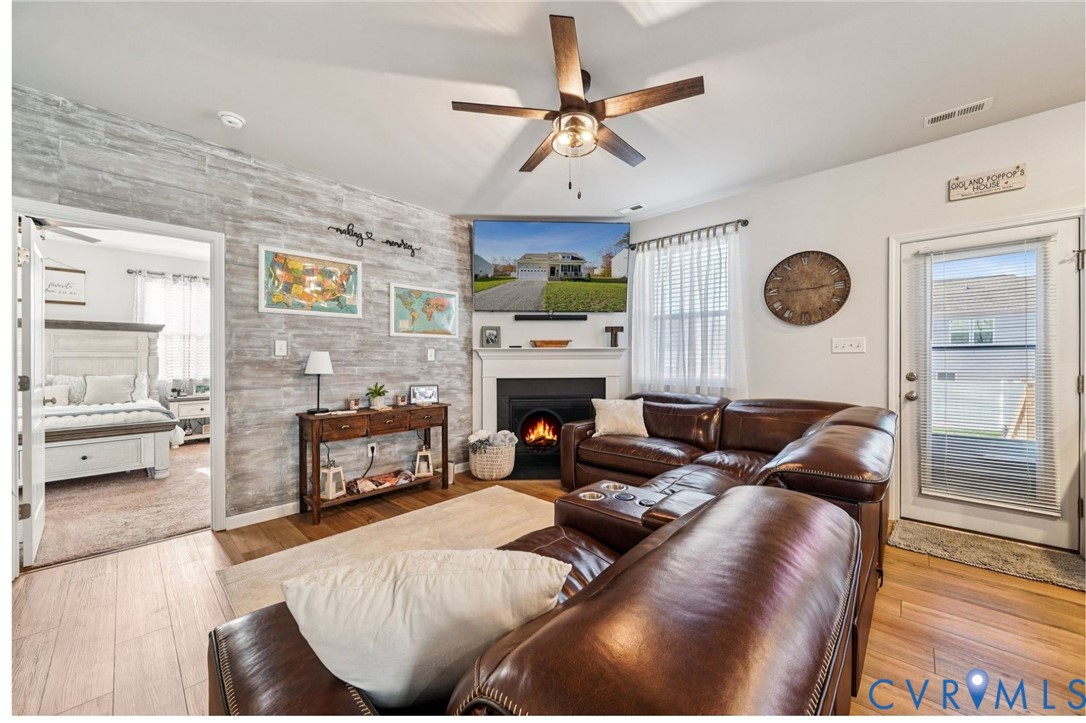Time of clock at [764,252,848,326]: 2:45
